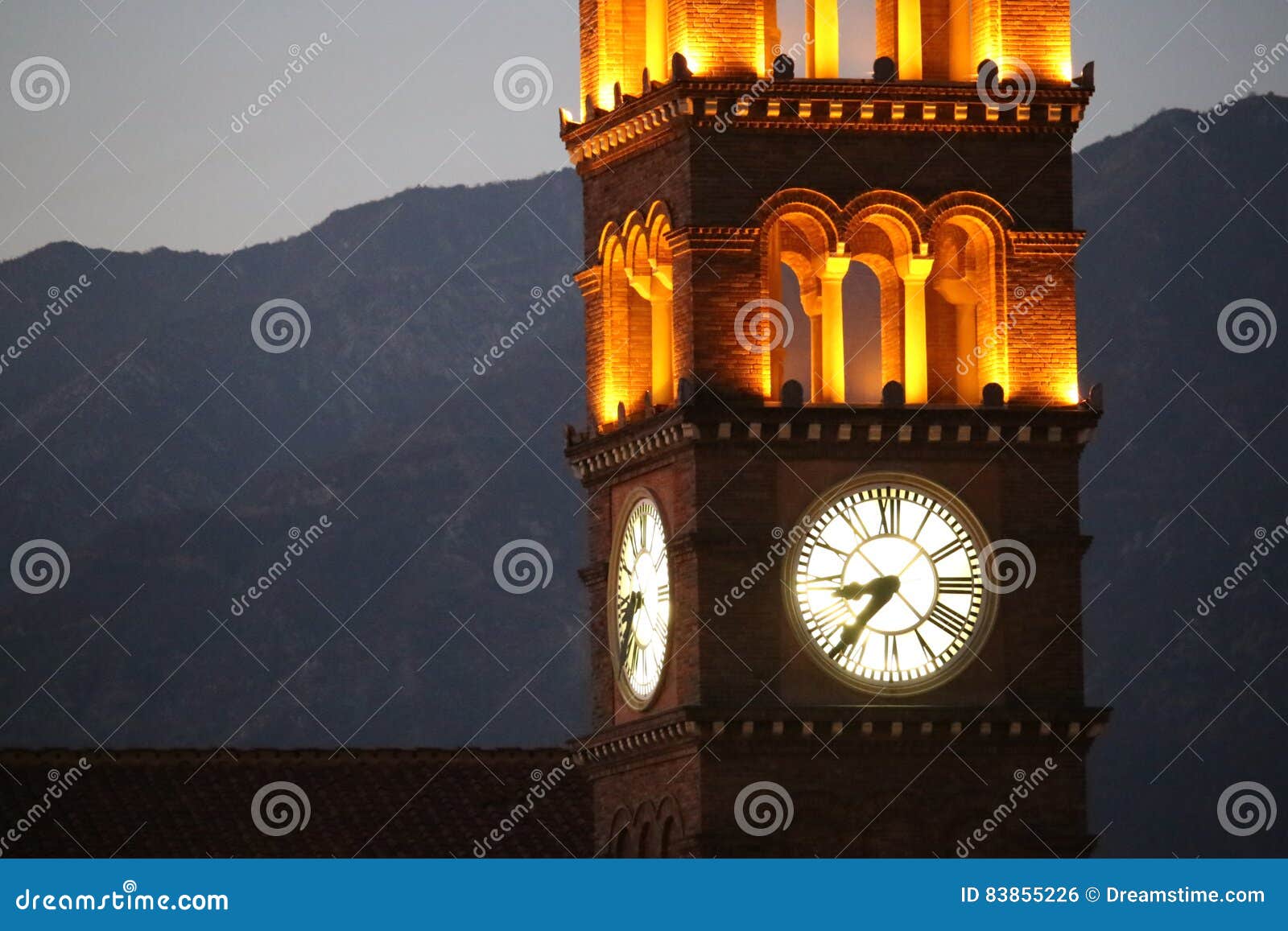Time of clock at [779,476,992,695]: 8:36
